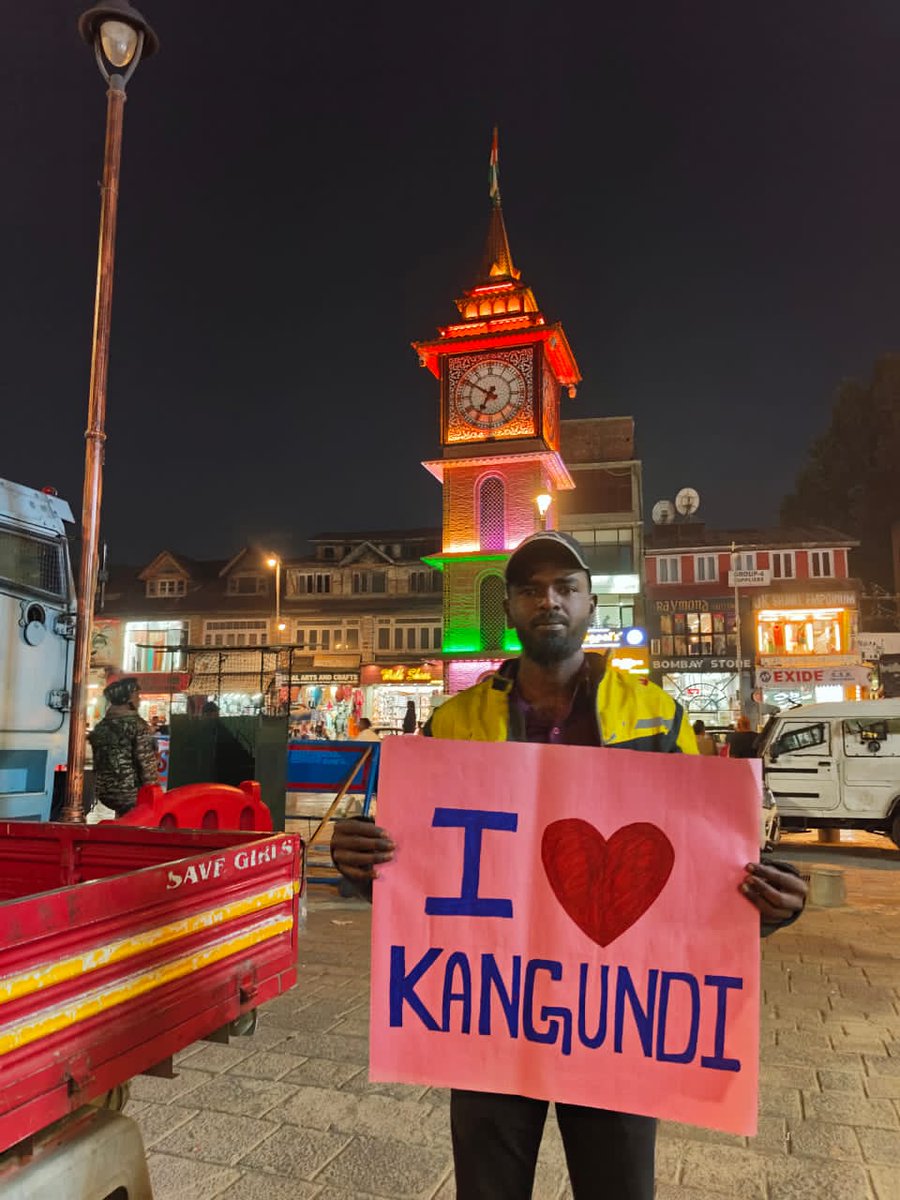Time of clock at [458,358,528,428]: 6:50
